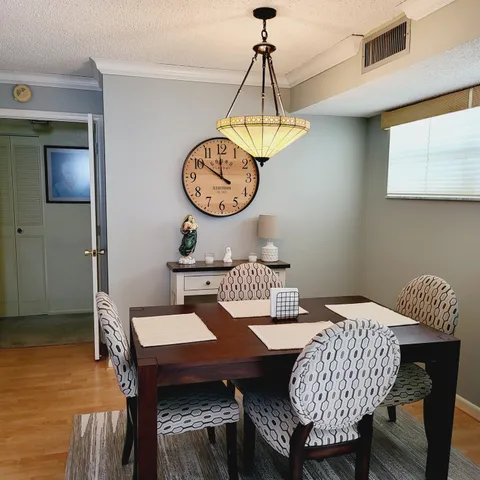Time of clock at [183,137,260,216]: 11:50
